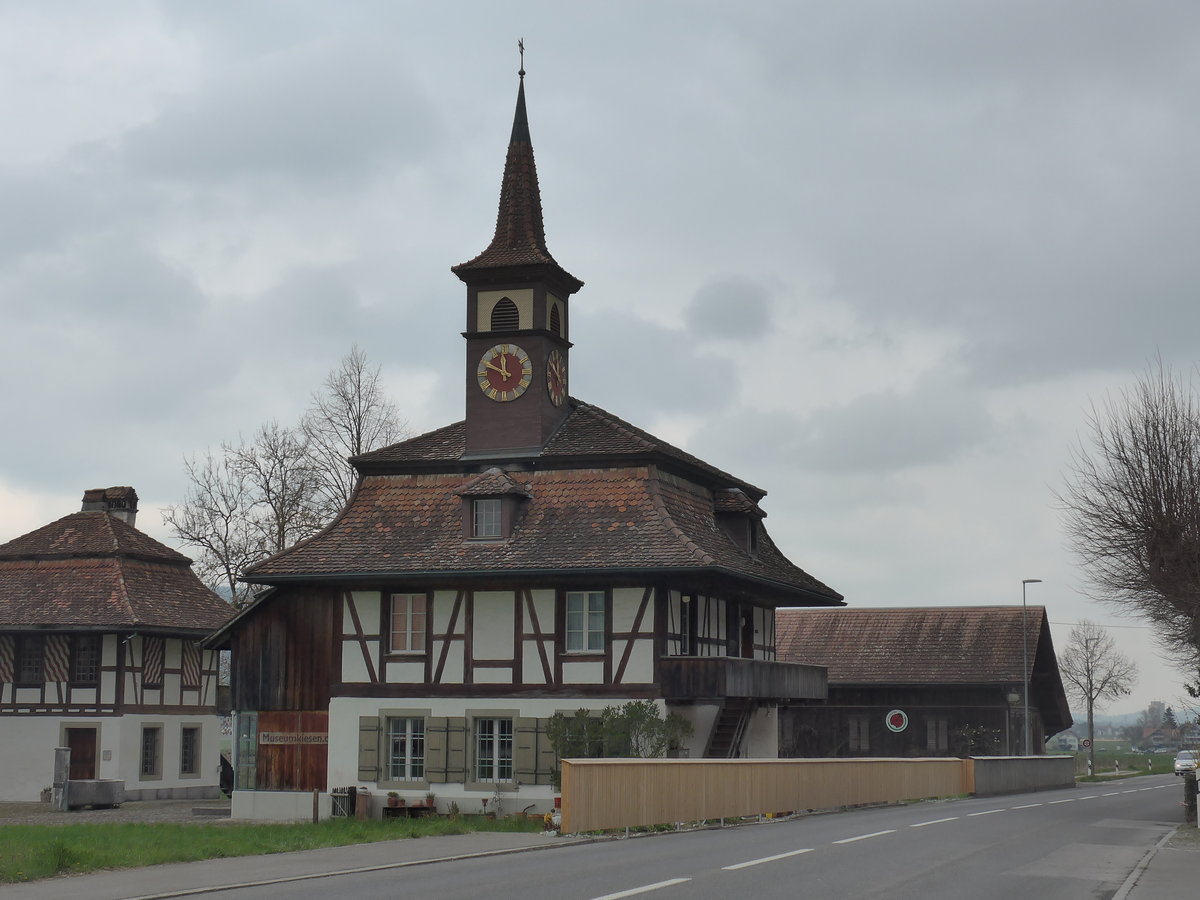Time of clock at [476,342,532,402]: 11:49
